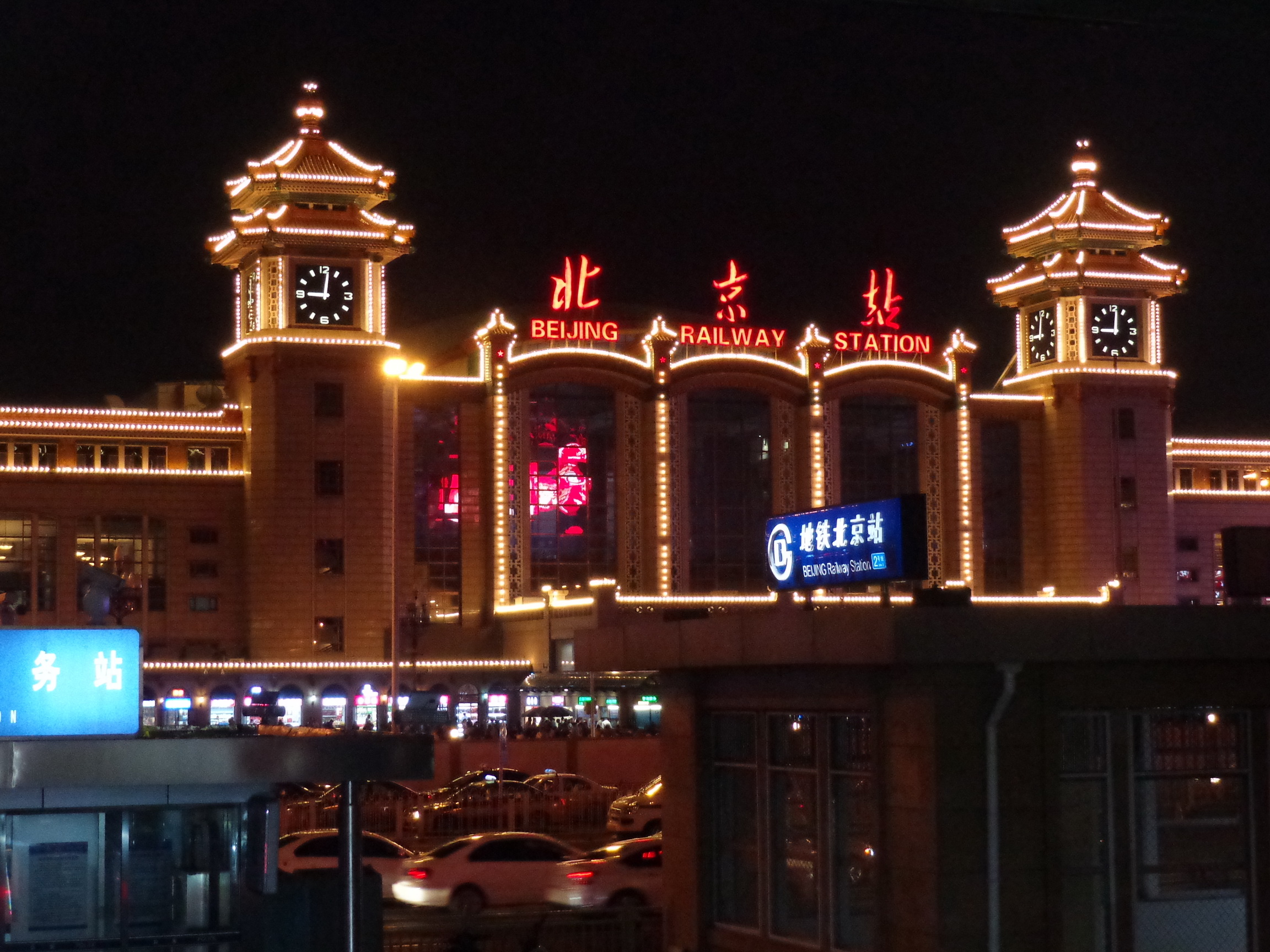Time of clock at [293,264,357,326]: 9:01
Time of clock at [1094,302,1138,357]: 9:01
